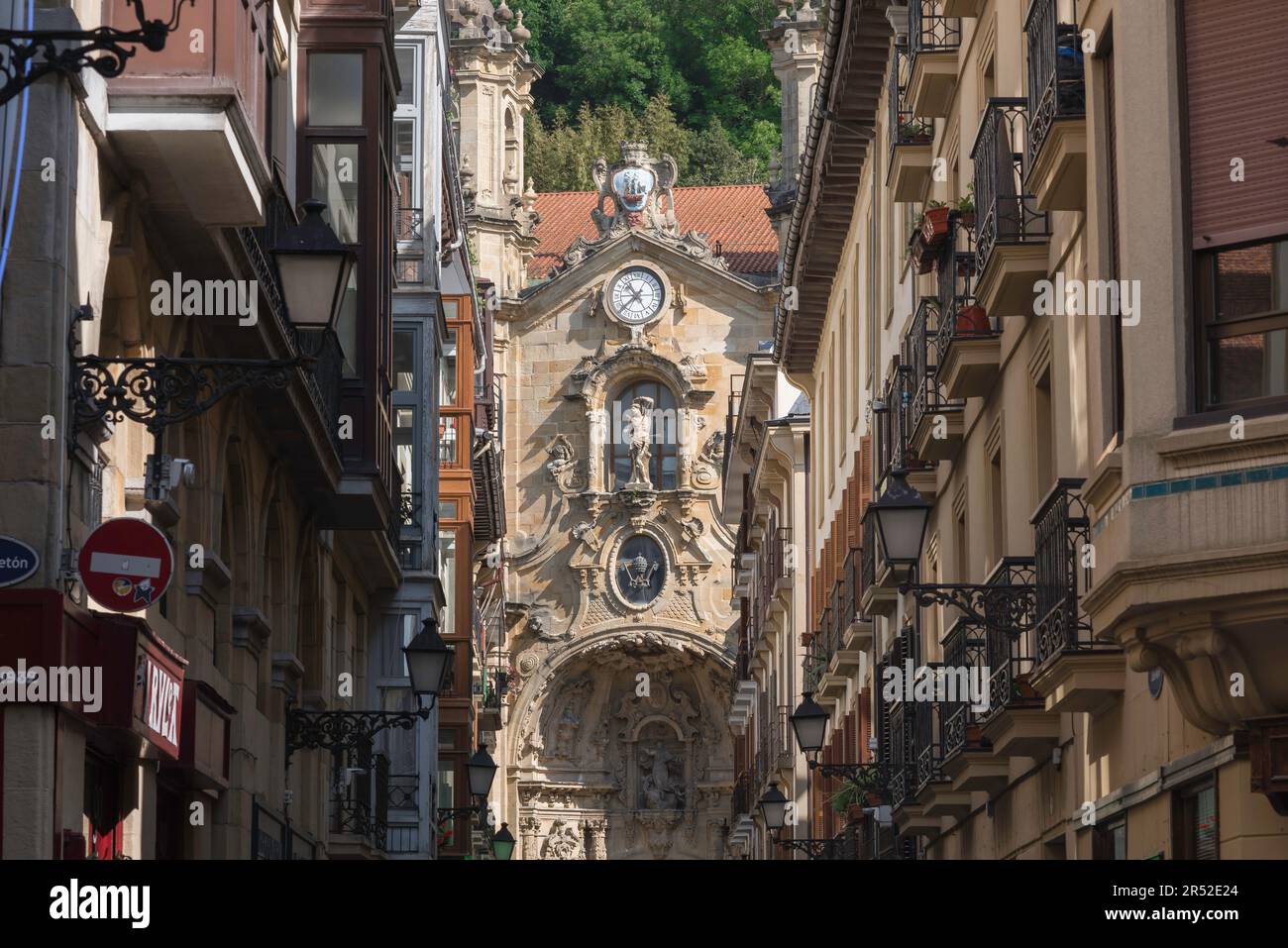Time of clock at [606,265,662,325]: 10:38
